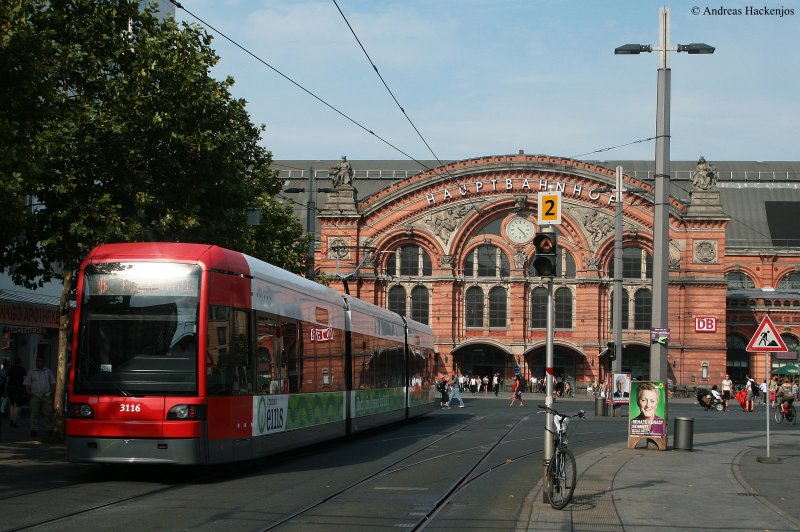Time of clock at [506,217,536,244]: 4:22
